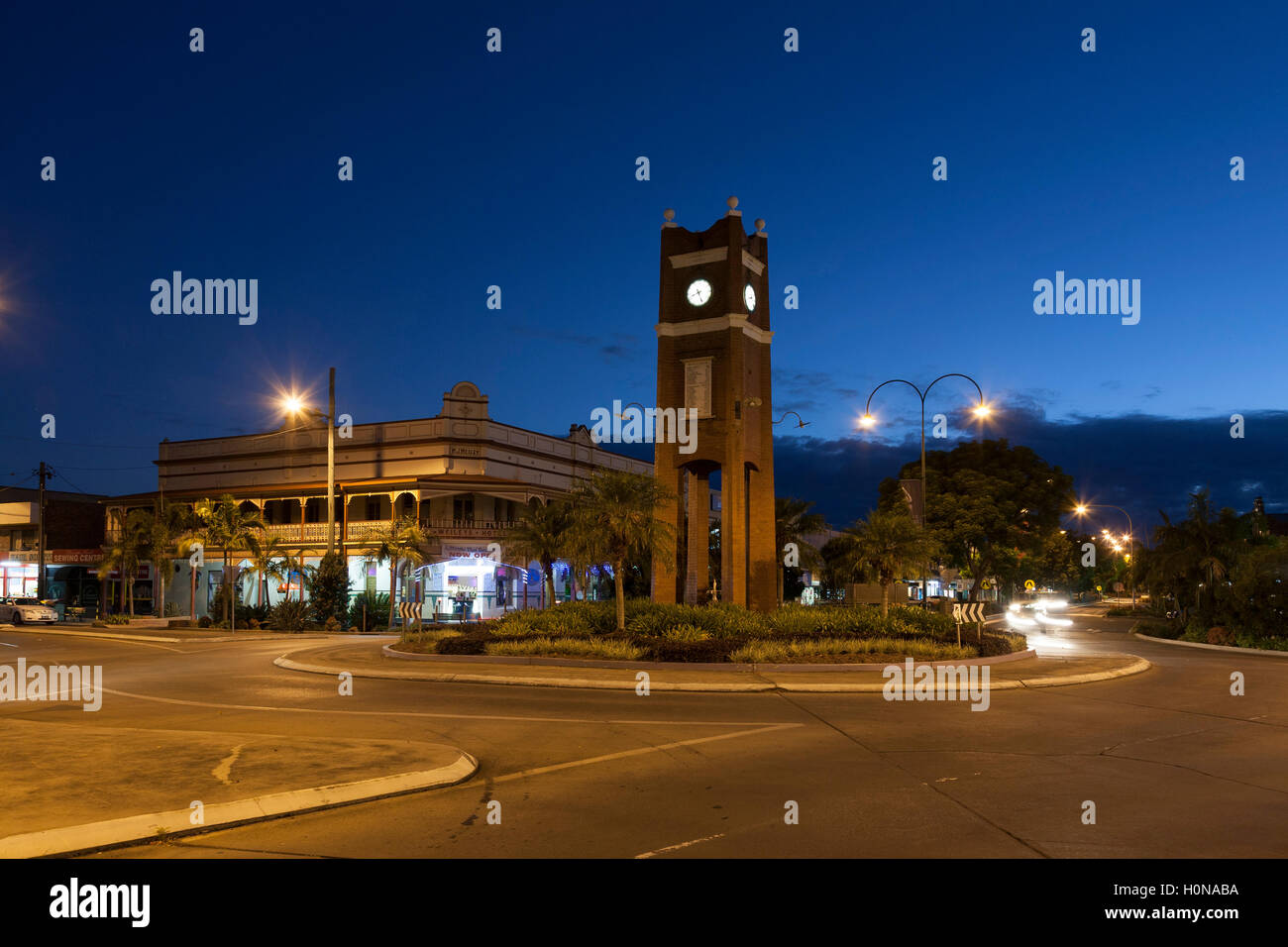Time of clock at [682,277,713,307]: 8:26
